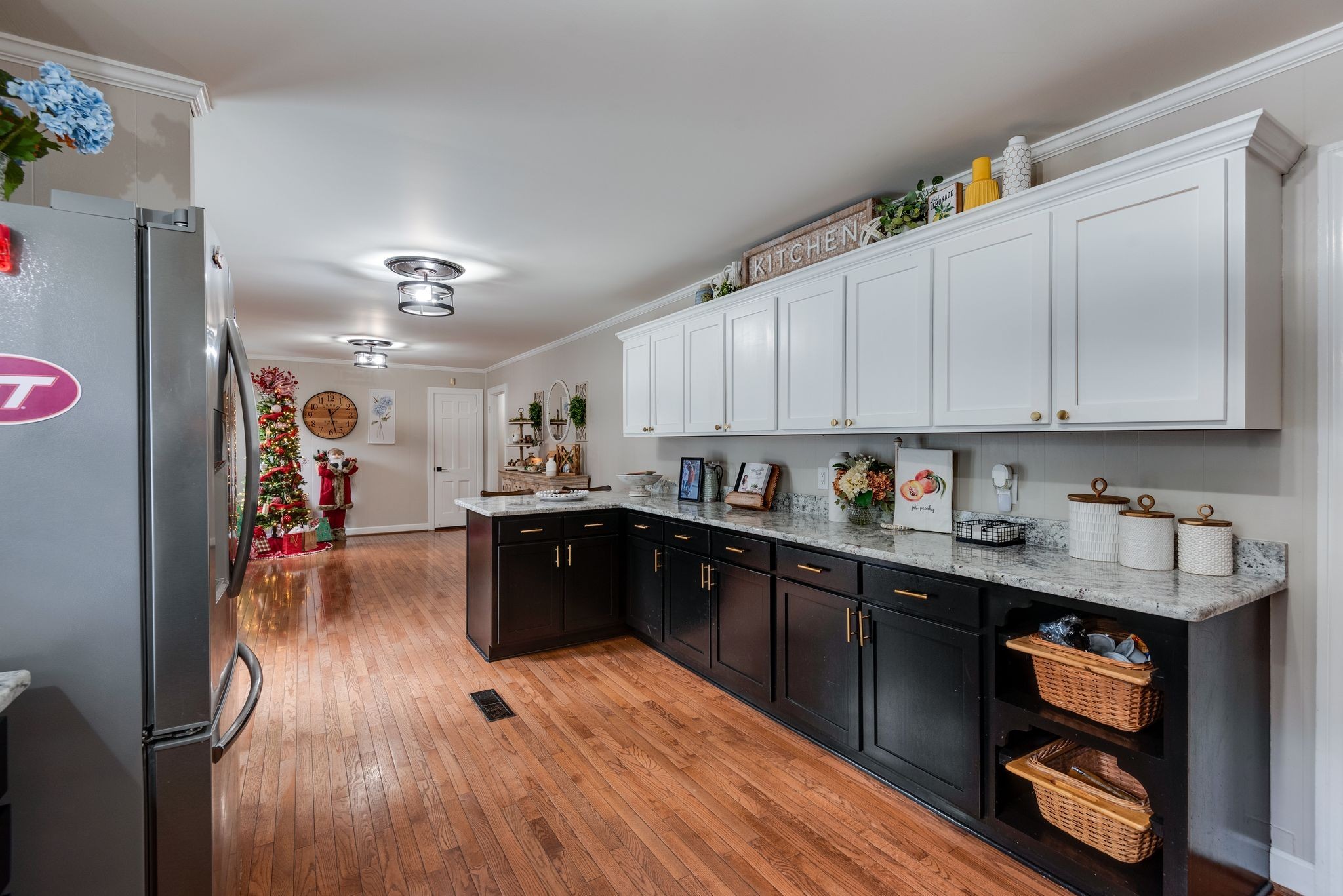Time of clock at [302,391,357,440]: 1:27
